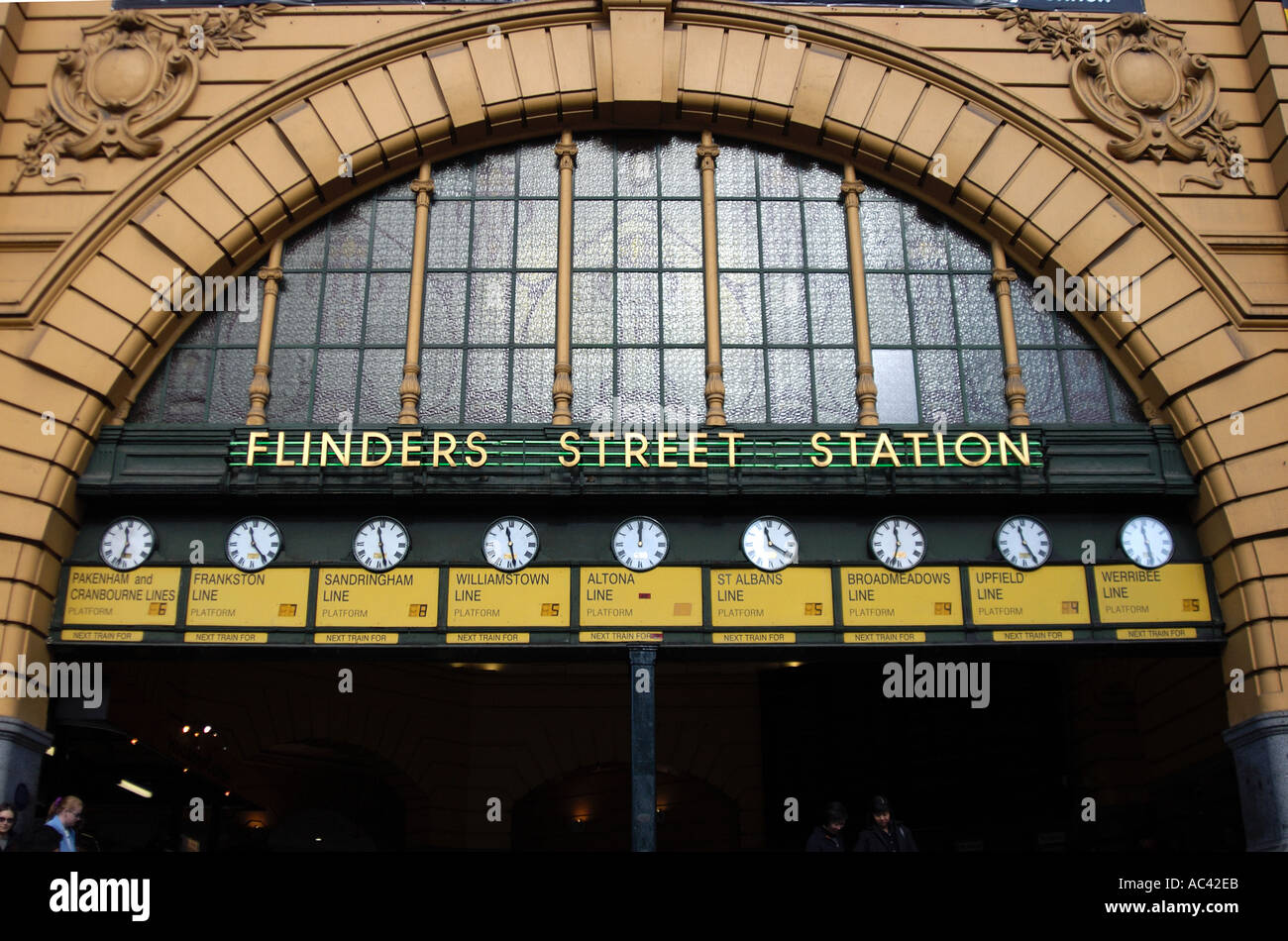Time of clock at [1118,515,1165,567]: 11:28
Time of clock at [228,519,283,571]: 11:23
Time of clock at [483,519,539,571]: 11:27
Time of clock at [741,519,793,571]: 11:20
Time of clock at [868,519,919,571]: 11:32
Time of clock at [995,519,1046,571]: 11:24
